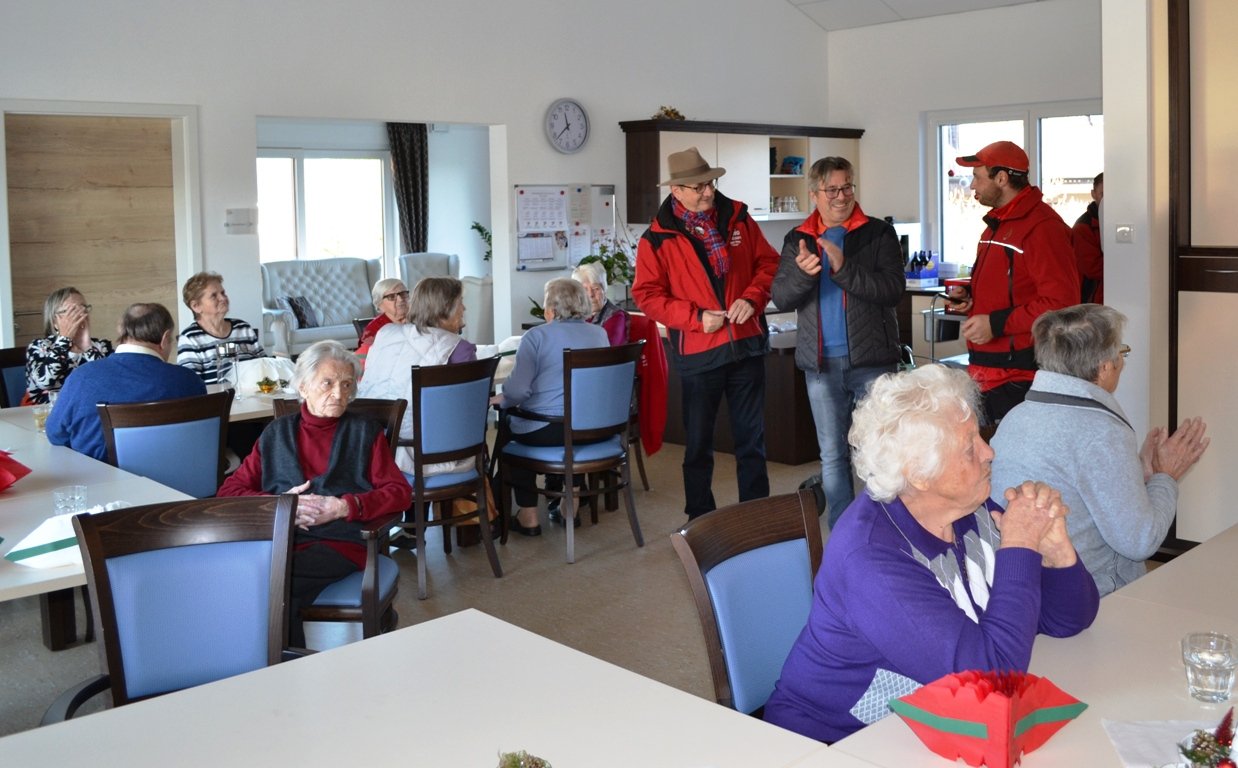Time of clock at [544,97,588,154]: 11:37
